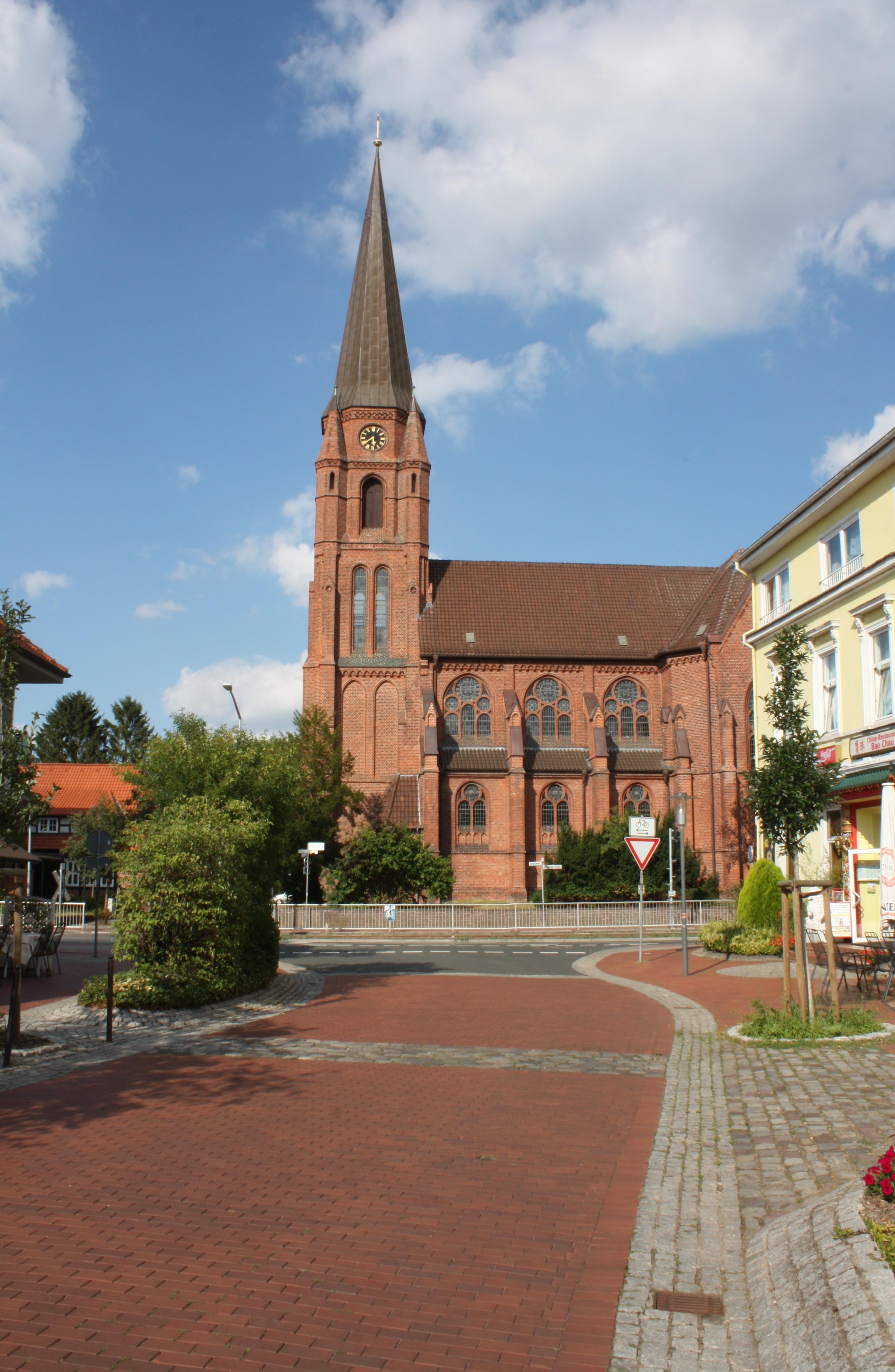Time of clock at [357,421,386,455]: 5:38
